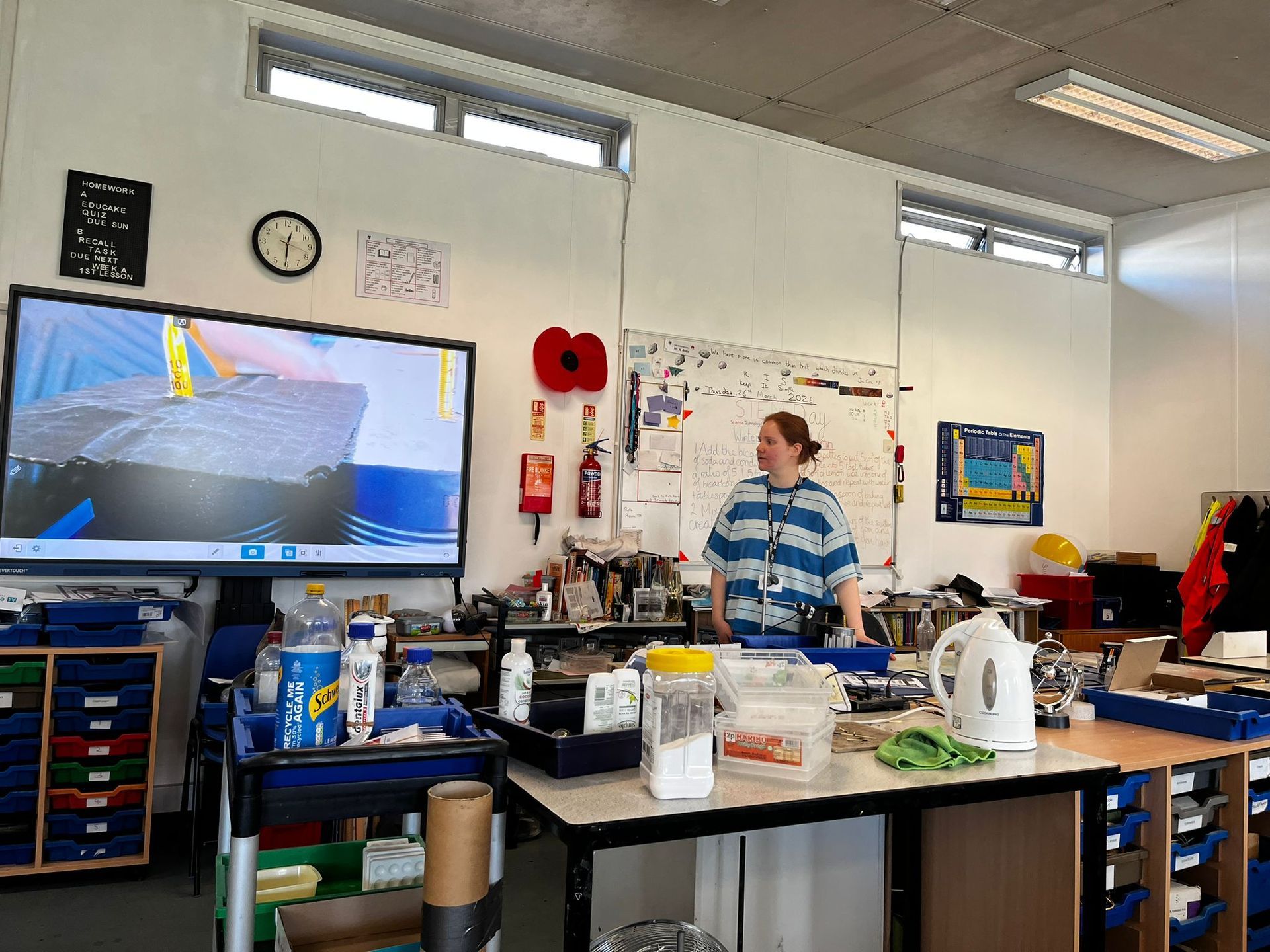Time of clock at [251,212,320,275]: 12:30
